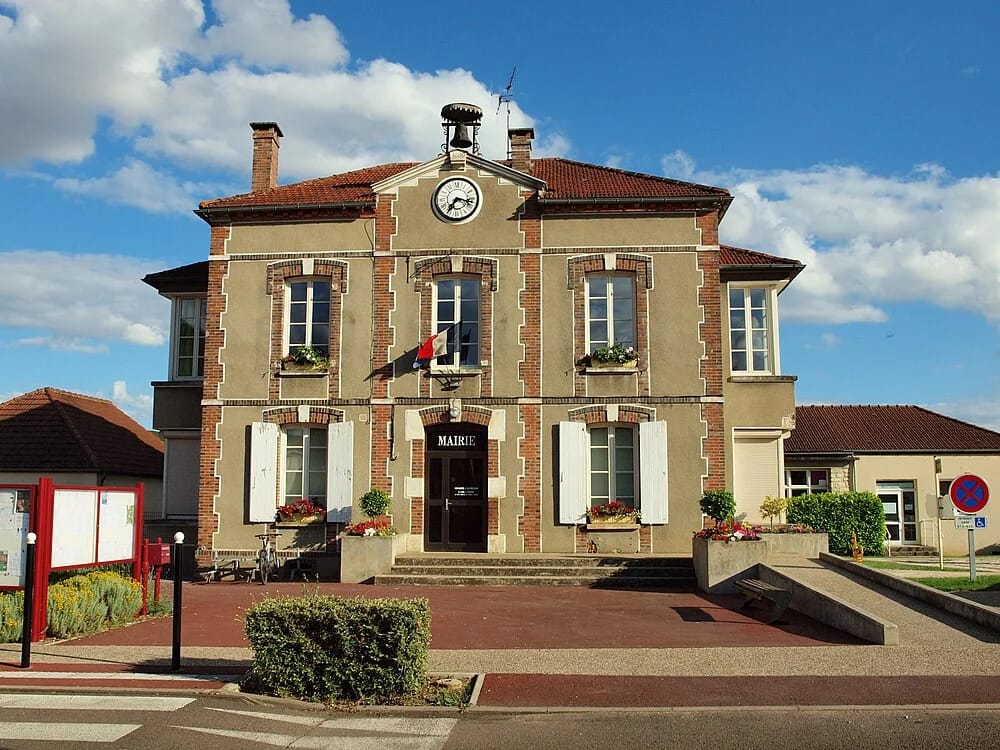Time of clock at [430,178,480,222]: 7:17
